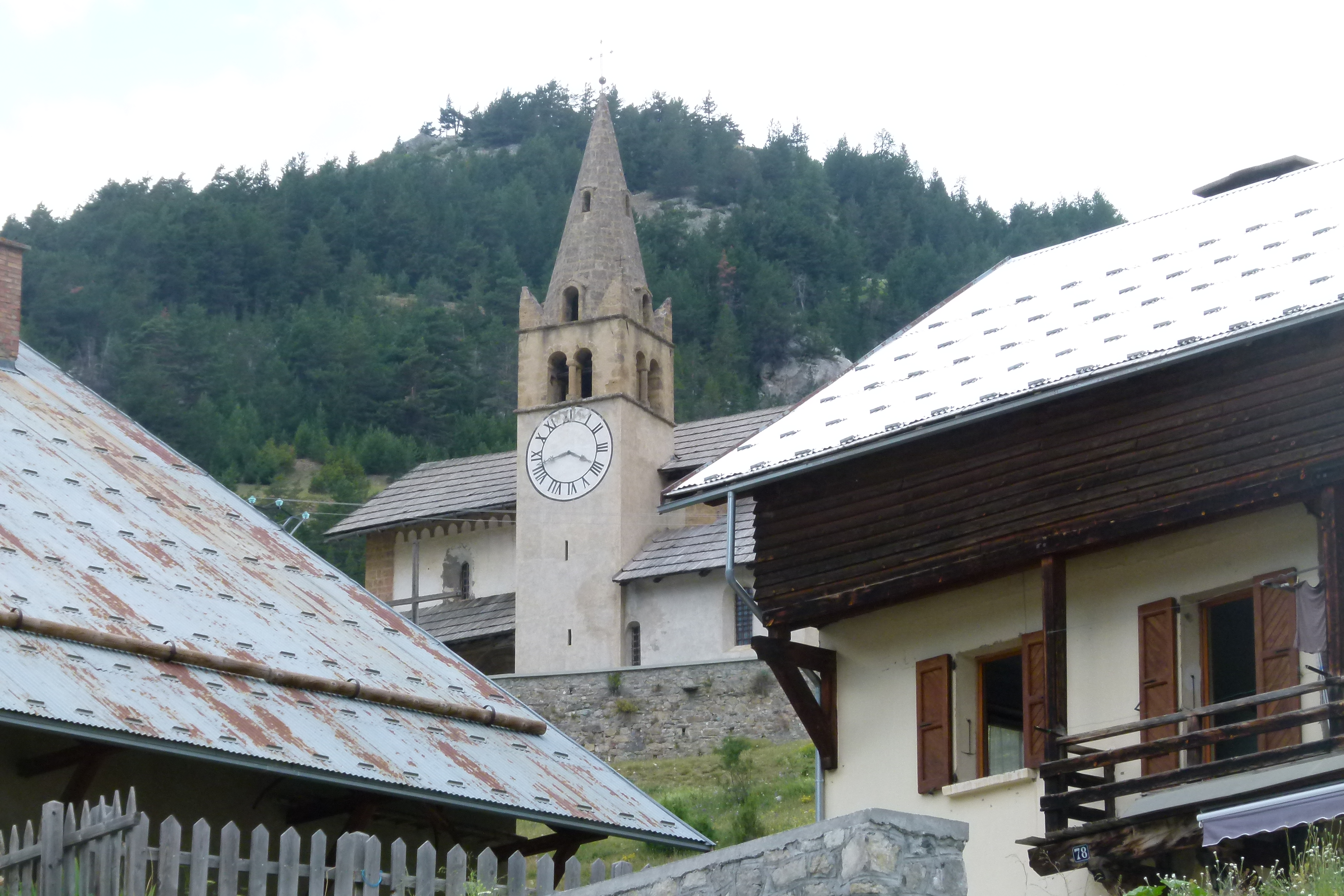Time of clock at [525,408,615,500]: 3:42
